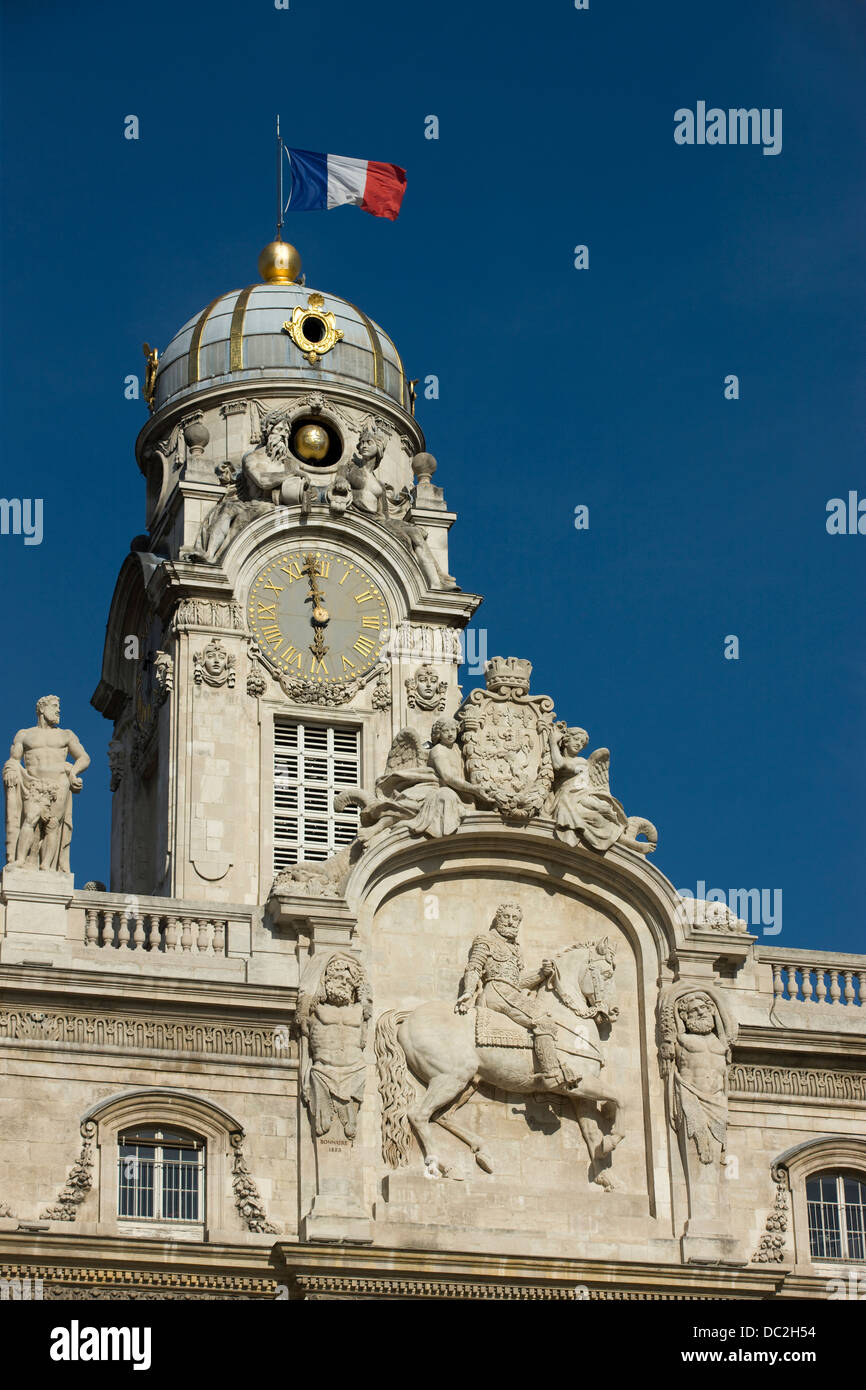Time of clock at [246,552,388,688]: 5:58
